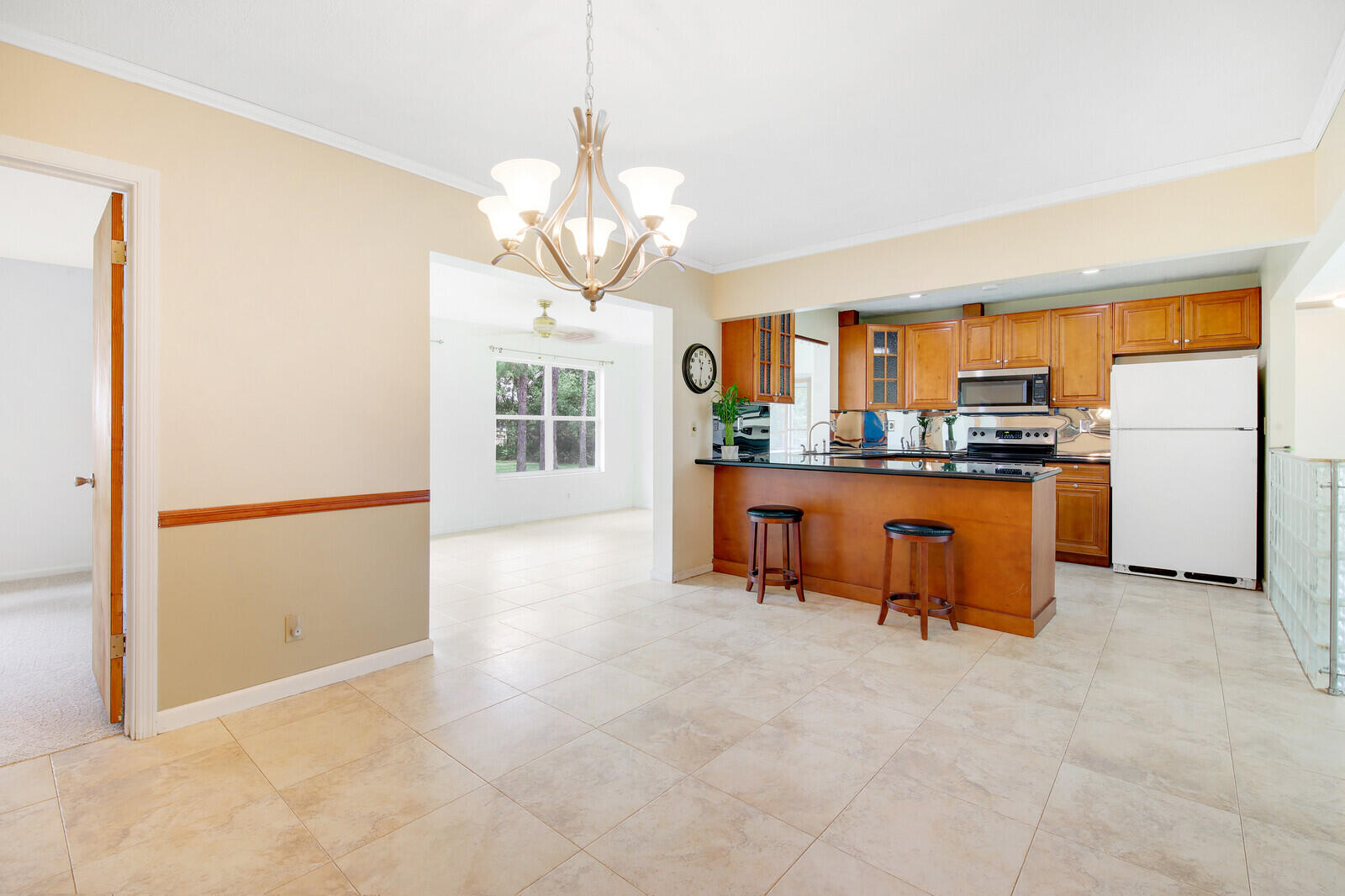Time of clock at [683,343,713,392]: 11:31
